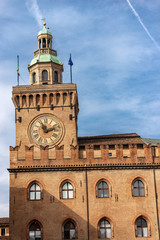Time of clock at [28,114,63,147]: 11:11
